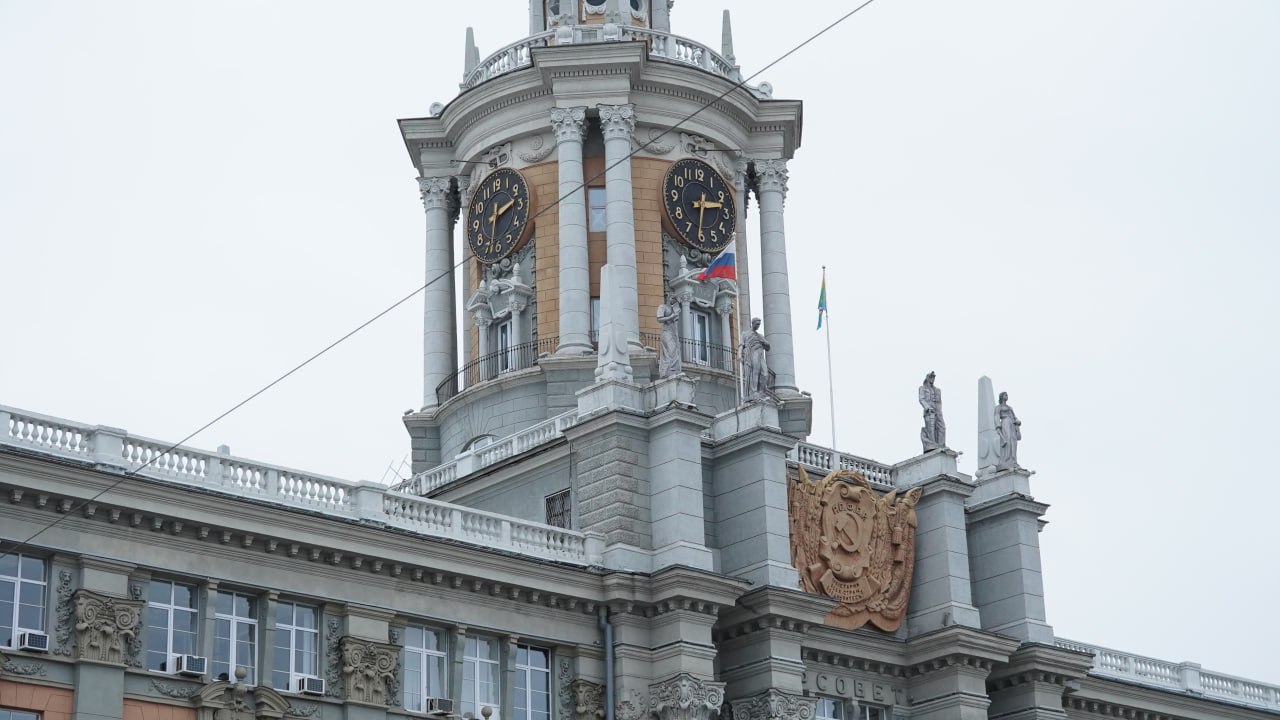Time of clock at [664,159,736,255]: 2:31
